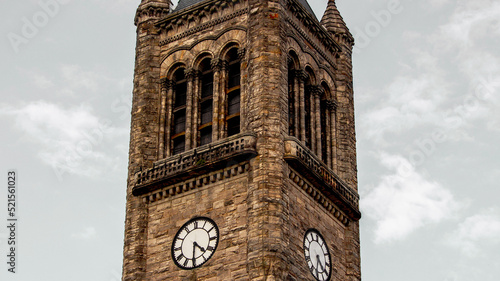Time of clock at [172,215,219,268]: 4:30
